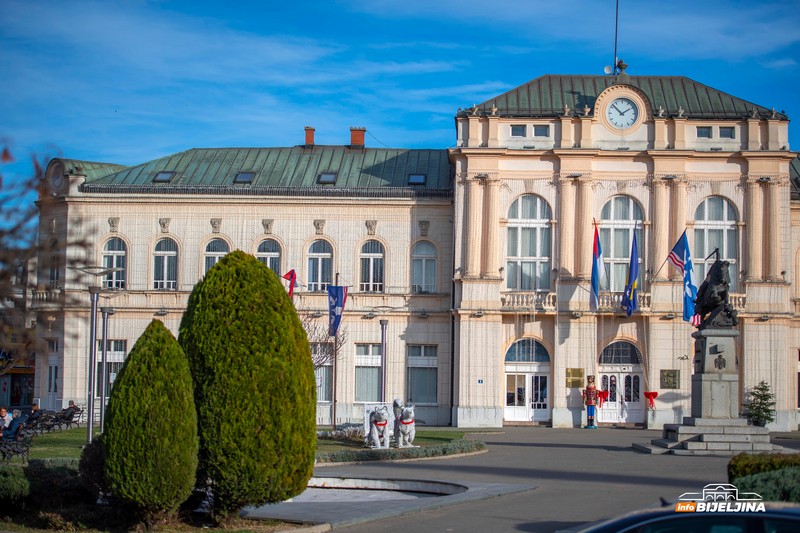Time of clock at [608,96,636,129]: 1:52
